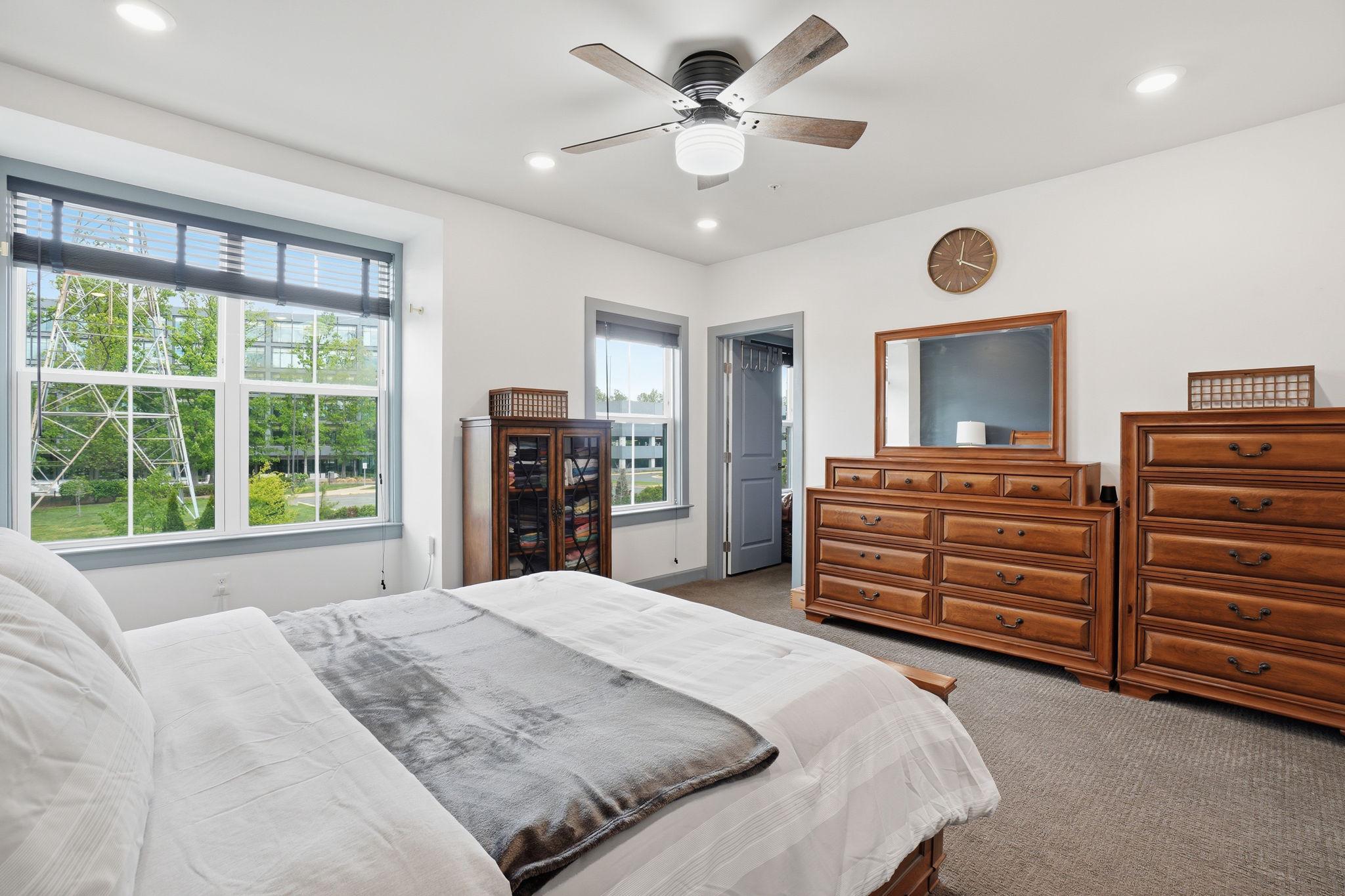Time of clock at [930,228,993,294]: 12:19
